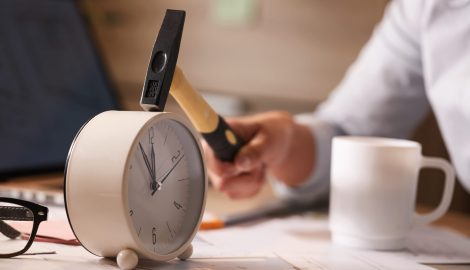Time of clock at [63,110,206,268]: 11:55
